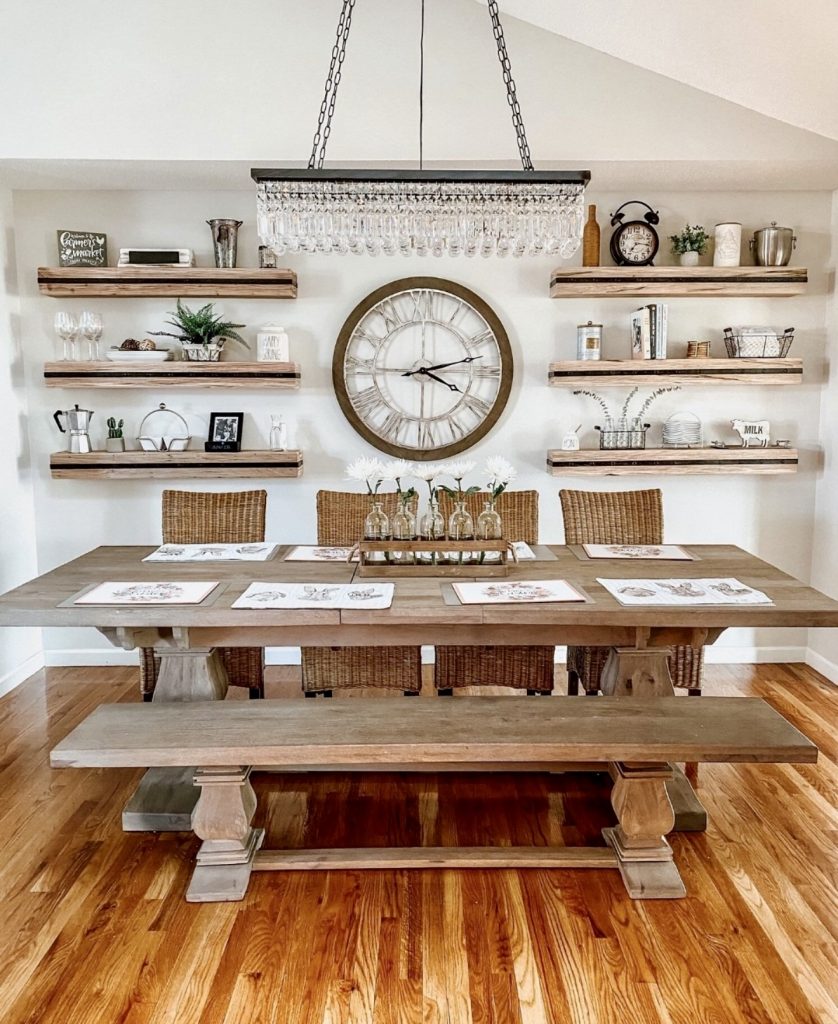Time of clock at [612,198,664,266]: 7:16
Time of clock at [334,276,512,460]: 4:12
